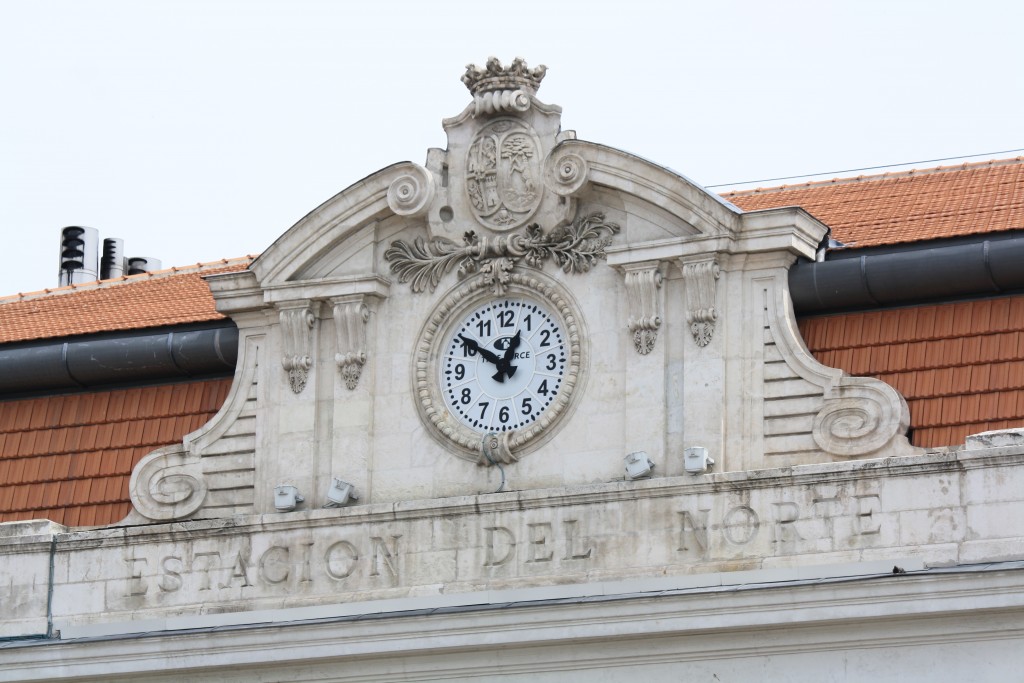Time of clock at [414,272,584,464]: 12:50
